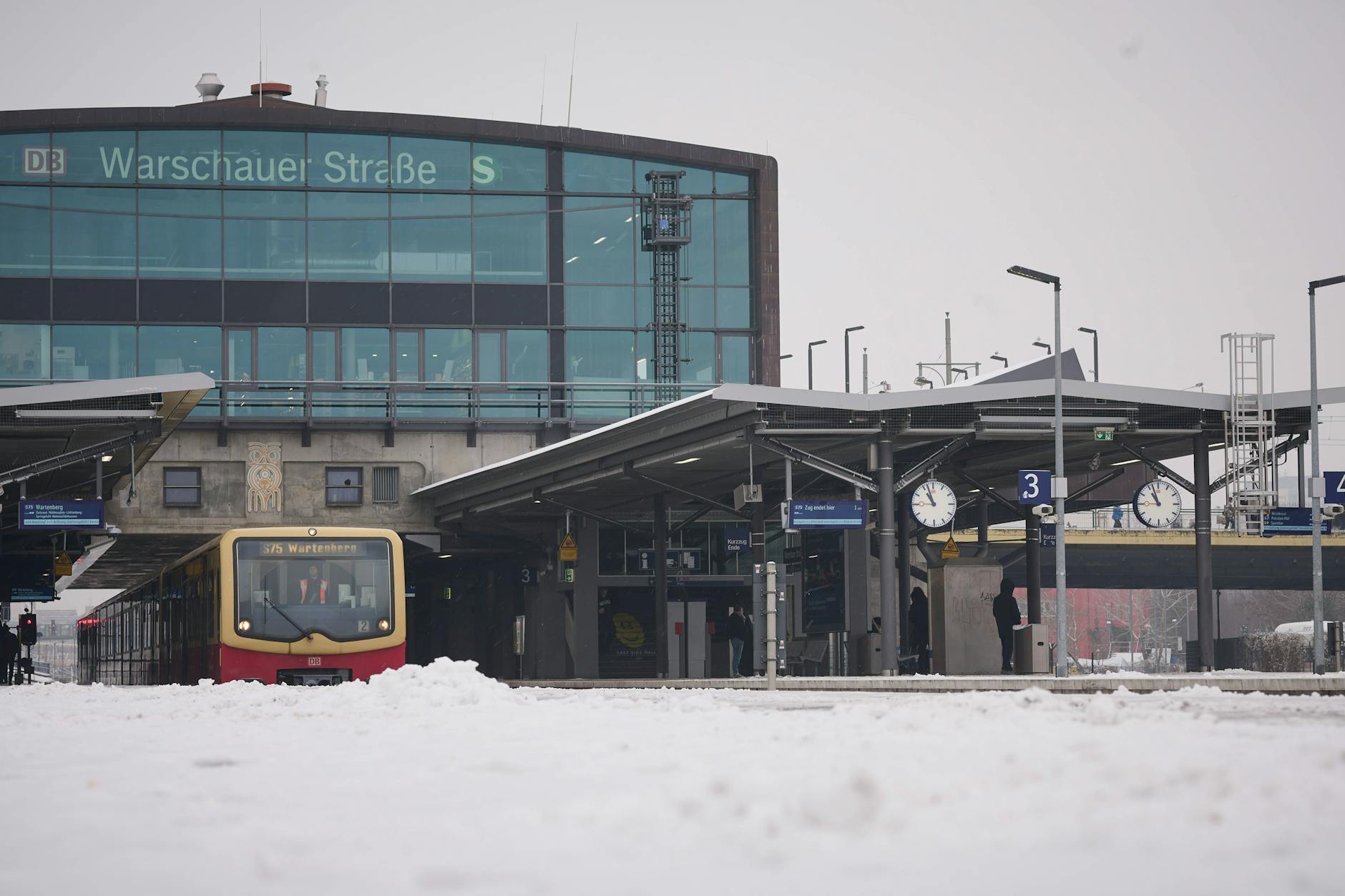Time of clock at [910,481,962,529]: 10:56
